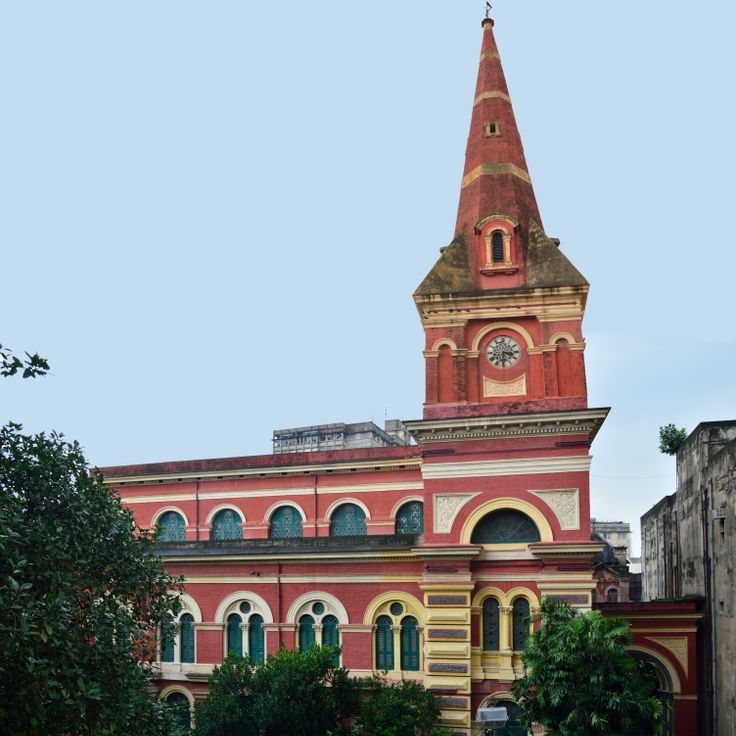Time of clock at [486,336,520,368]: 3:30
